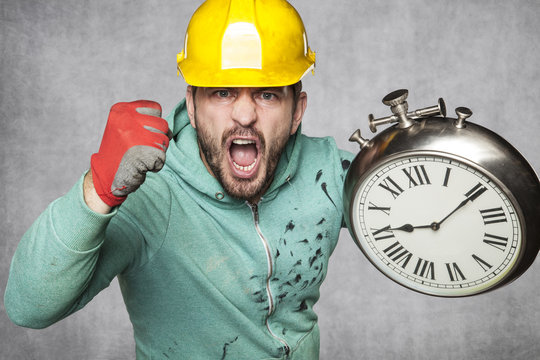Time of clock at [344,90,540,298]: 9:10
